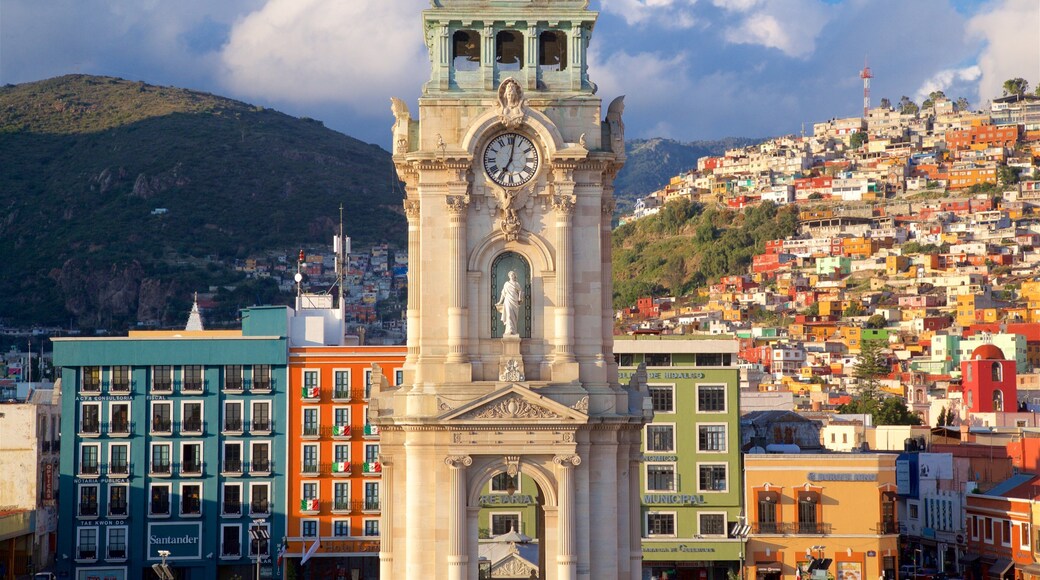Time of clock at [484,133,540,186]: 7:01
